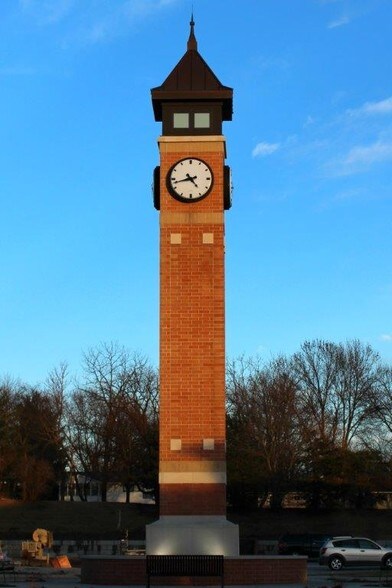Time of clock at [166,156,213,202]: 4:42
